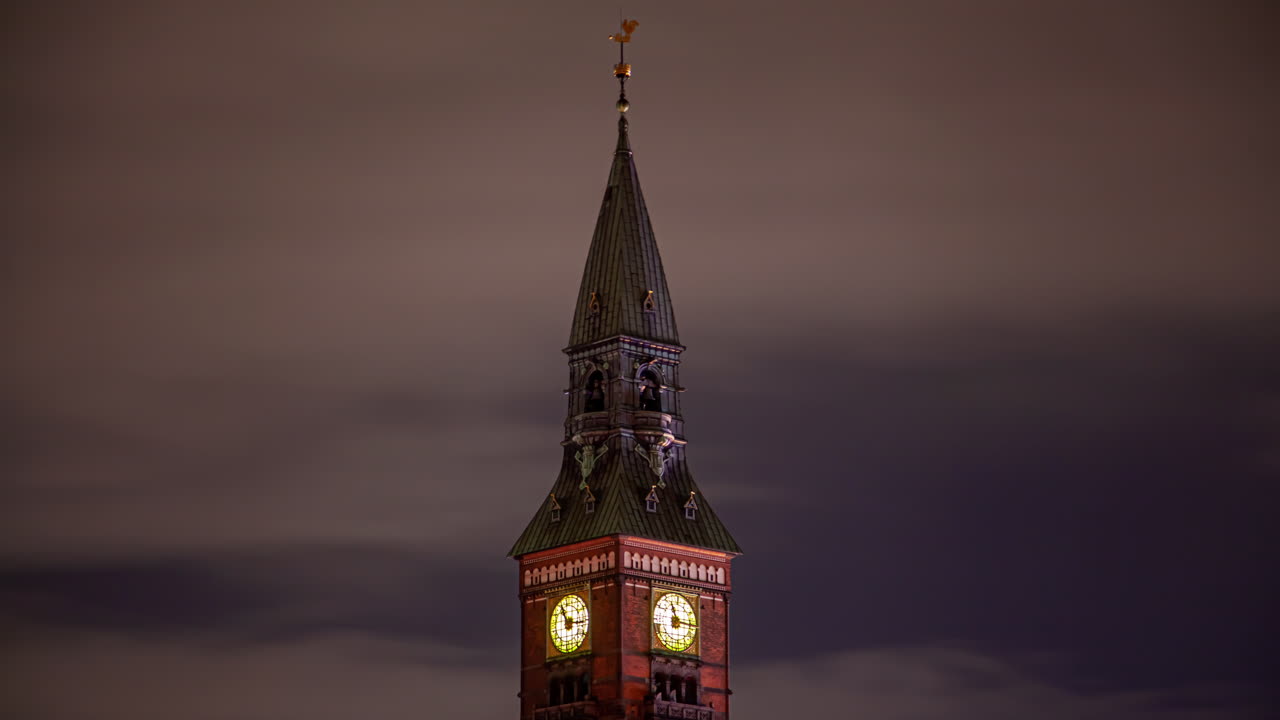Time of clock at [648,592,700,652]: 11:16
